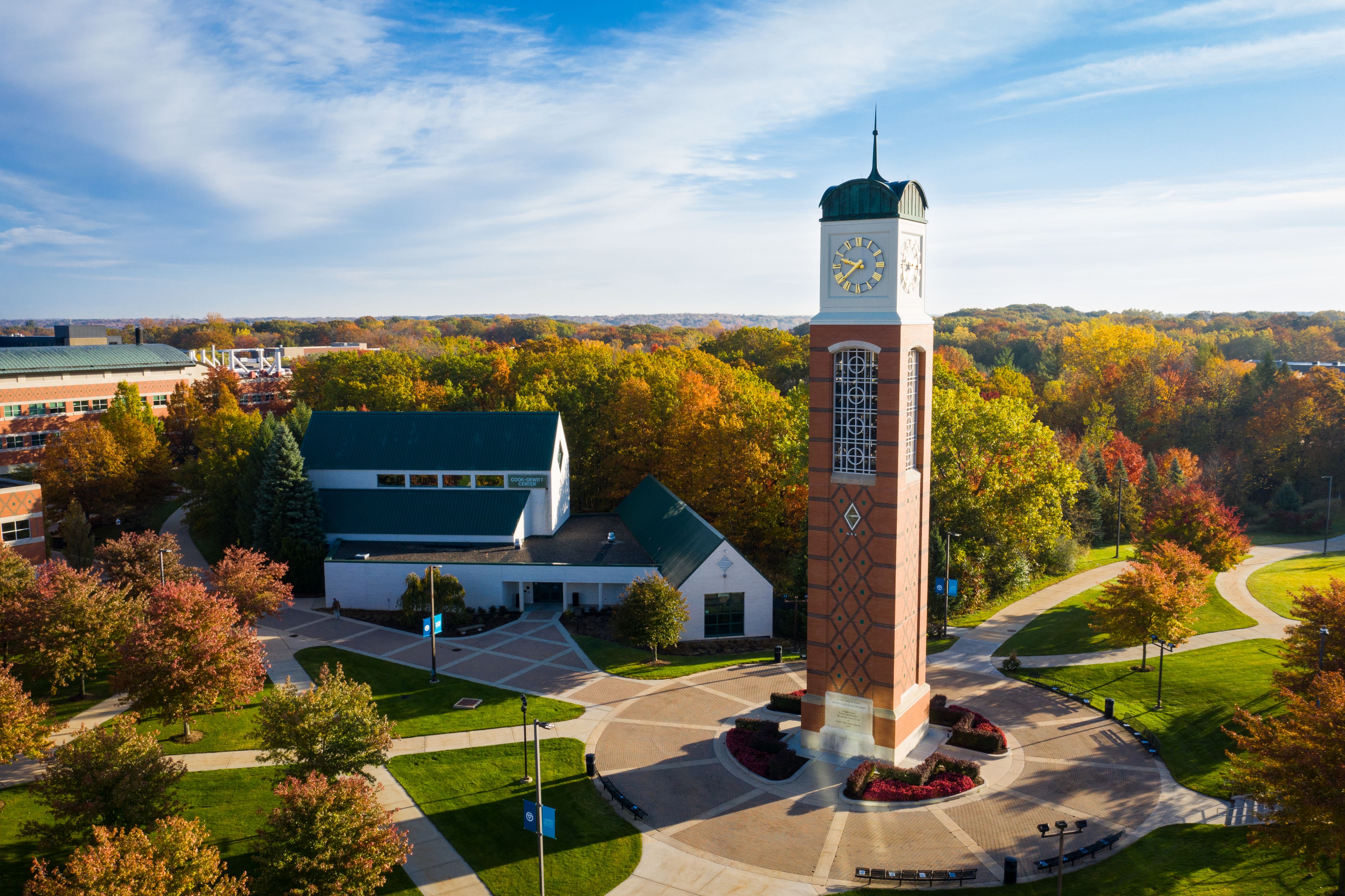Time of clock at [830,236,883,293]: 9:38
